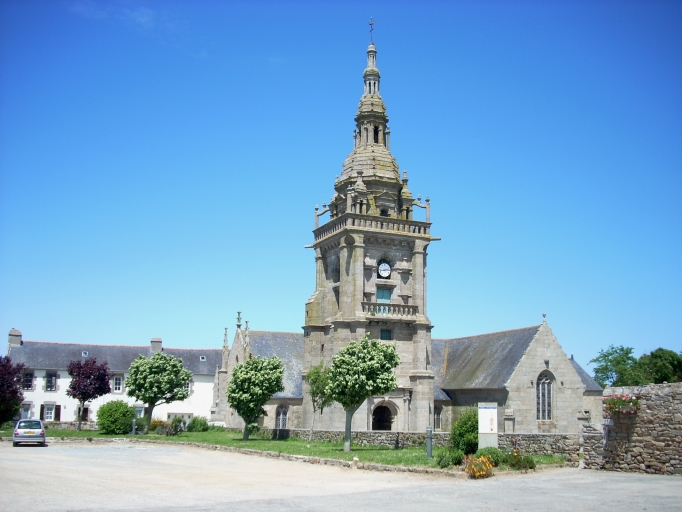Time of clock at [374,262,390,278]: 2:42
